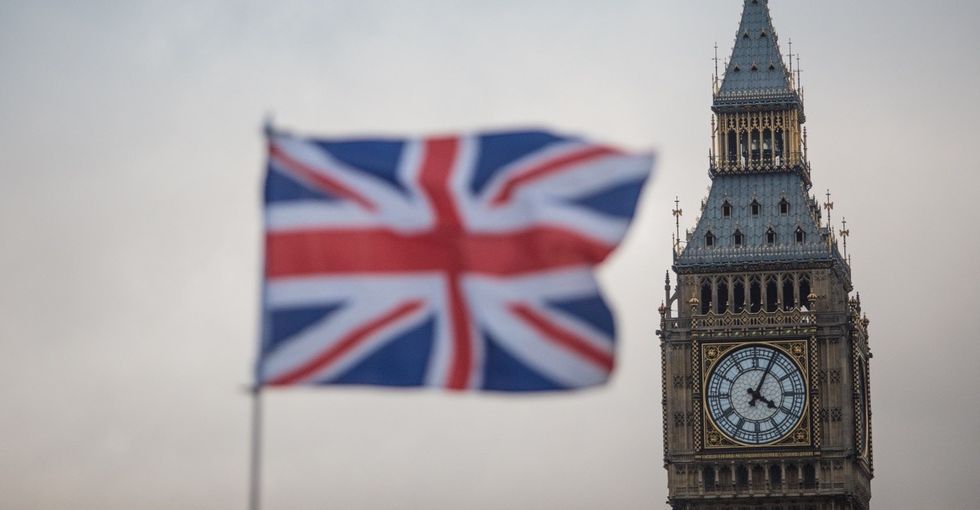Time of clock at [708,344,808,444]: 4:04
